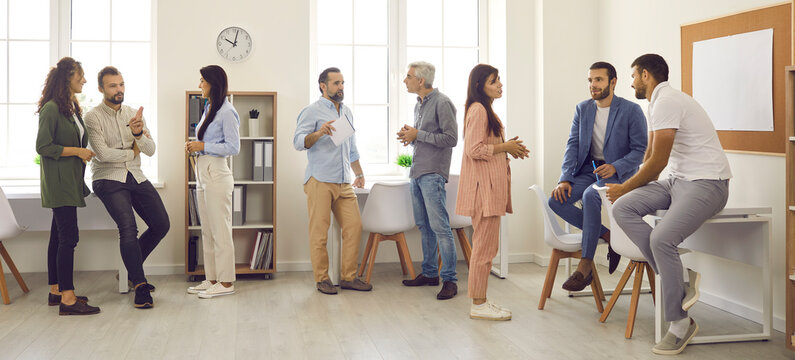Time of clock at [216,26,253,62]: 10:02
